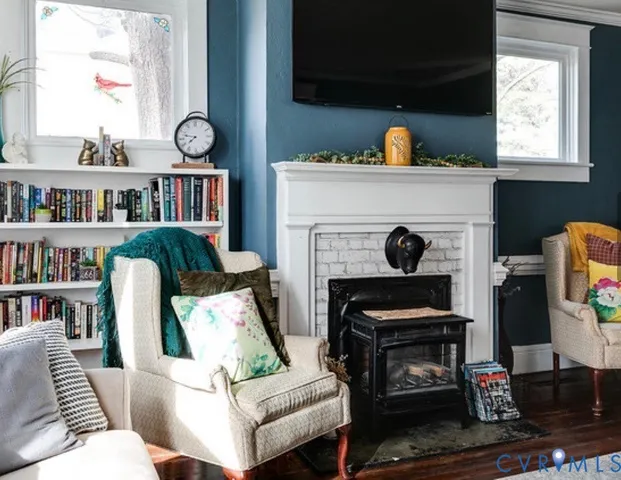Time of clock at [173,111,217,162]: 7:47
